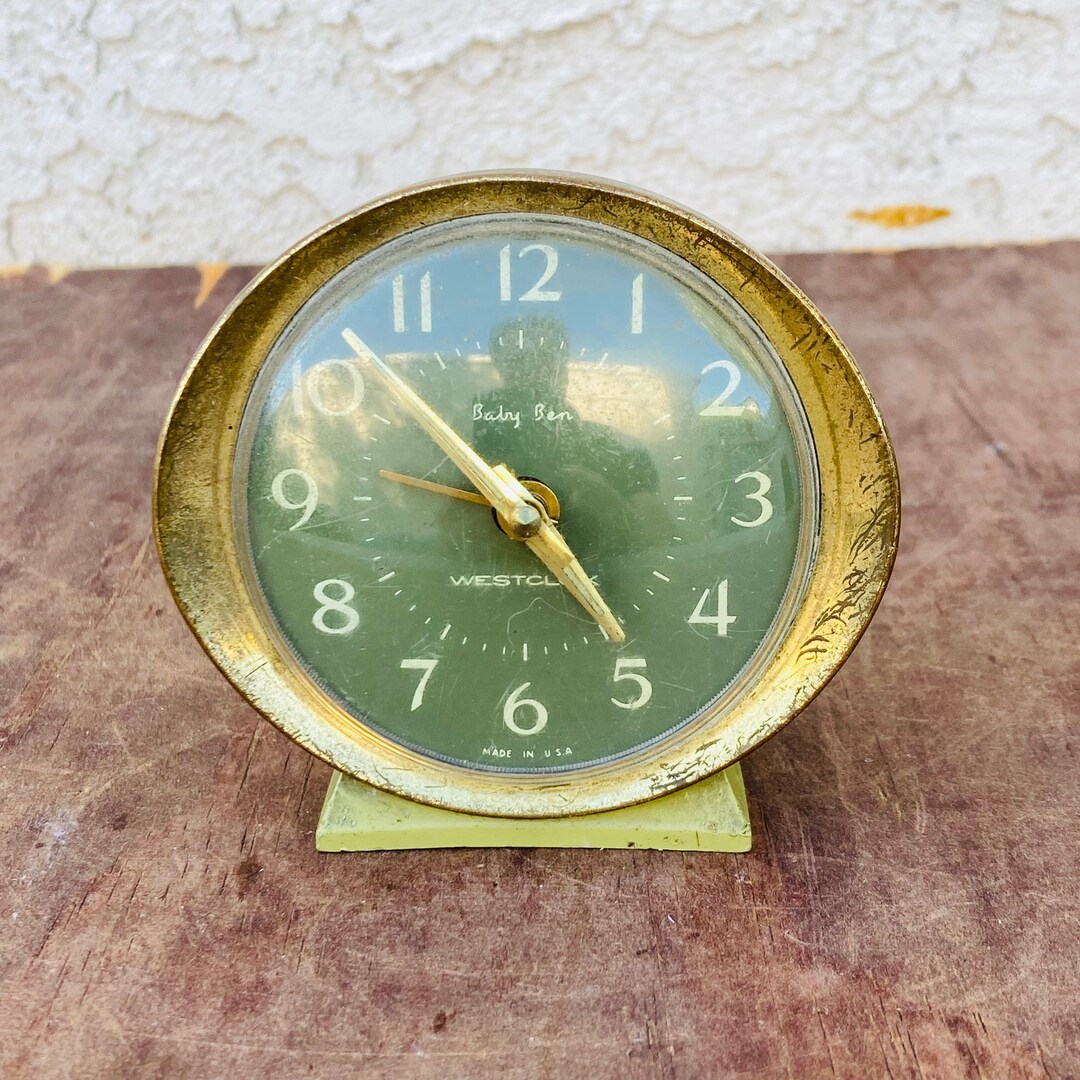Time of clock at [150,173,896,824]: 4:52
